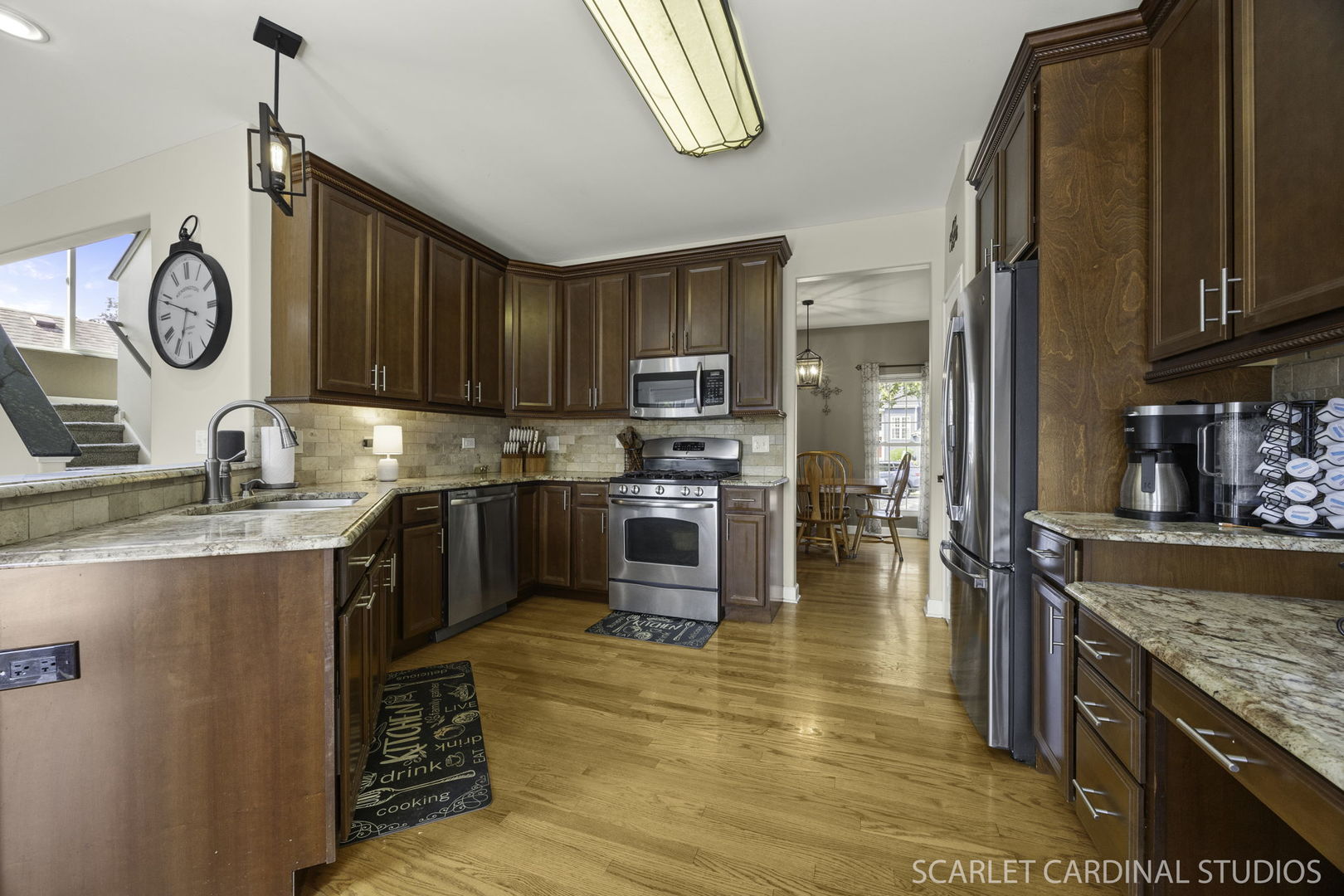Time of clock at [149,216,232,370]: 6:48
